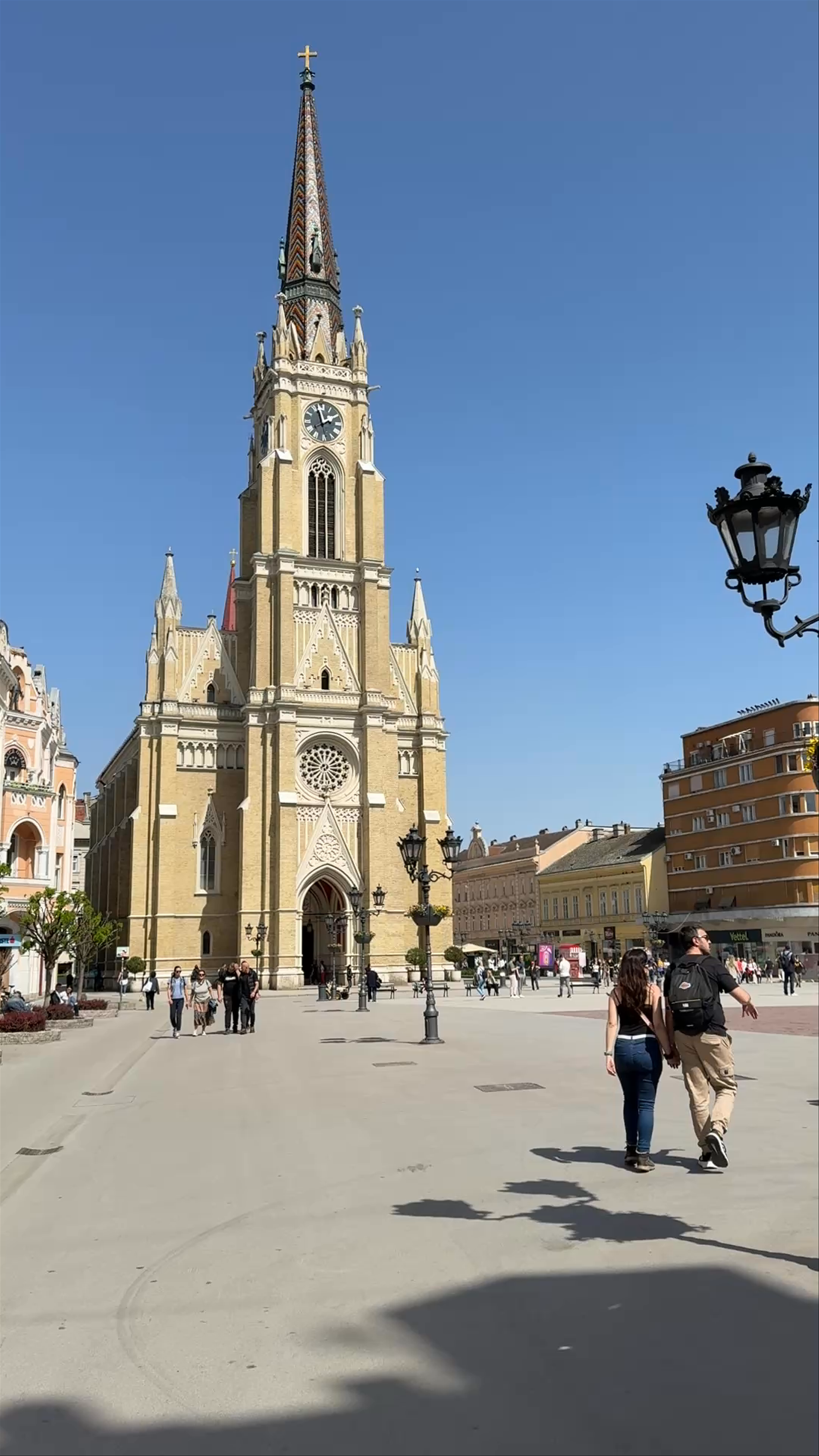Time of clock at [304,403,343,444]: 1:57
